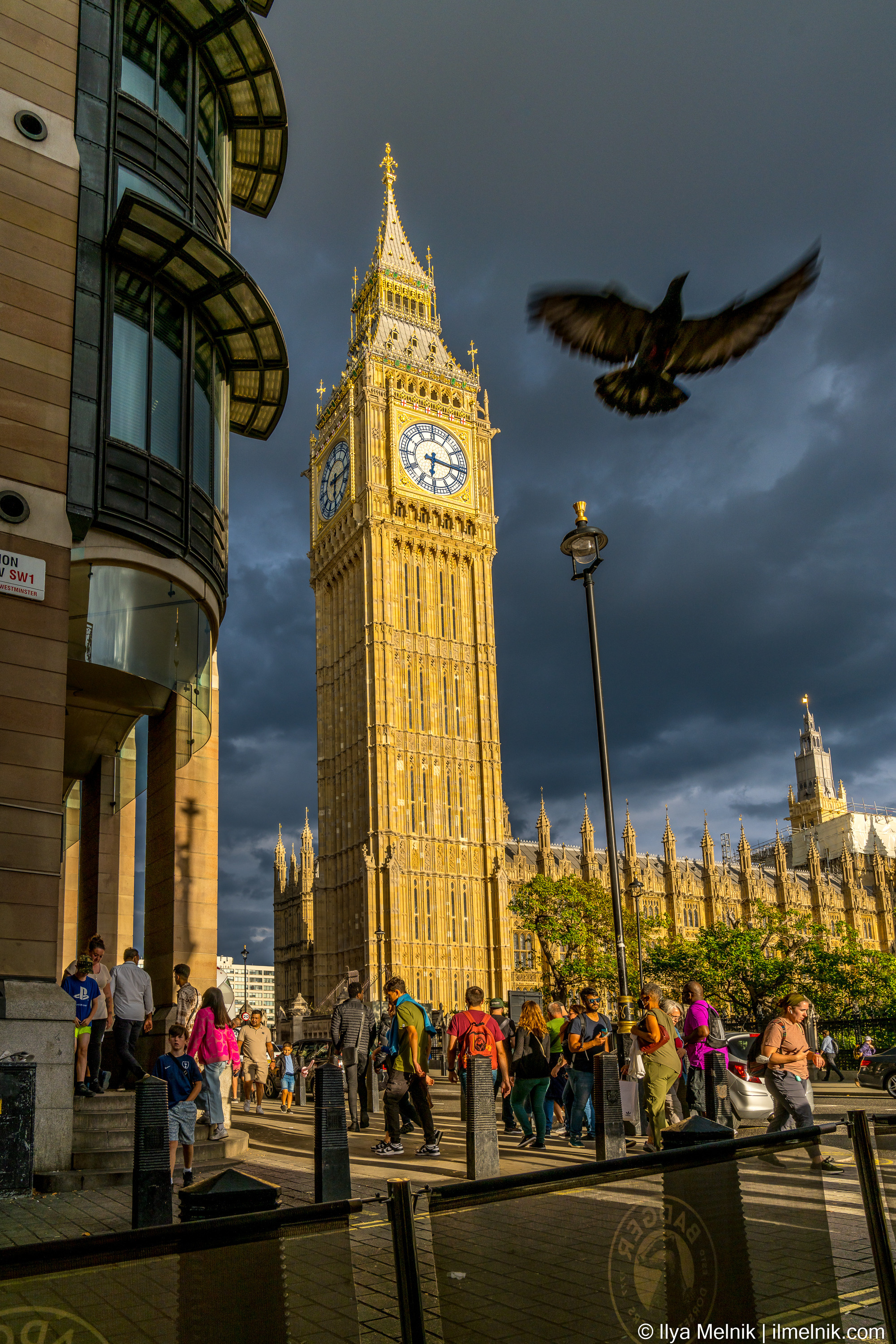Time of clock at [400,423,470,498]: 6:16
